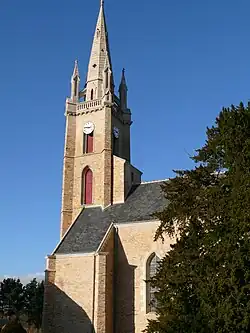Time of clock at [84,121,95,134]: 2:46
